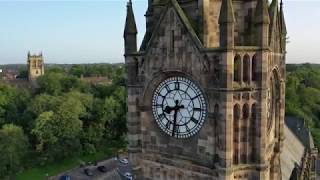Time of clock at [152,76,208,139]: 8:31
